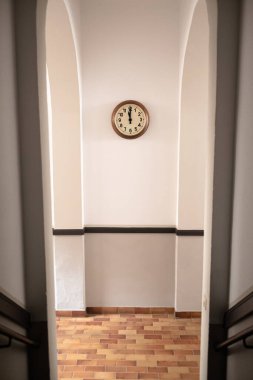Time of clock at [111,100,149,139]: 12:00
